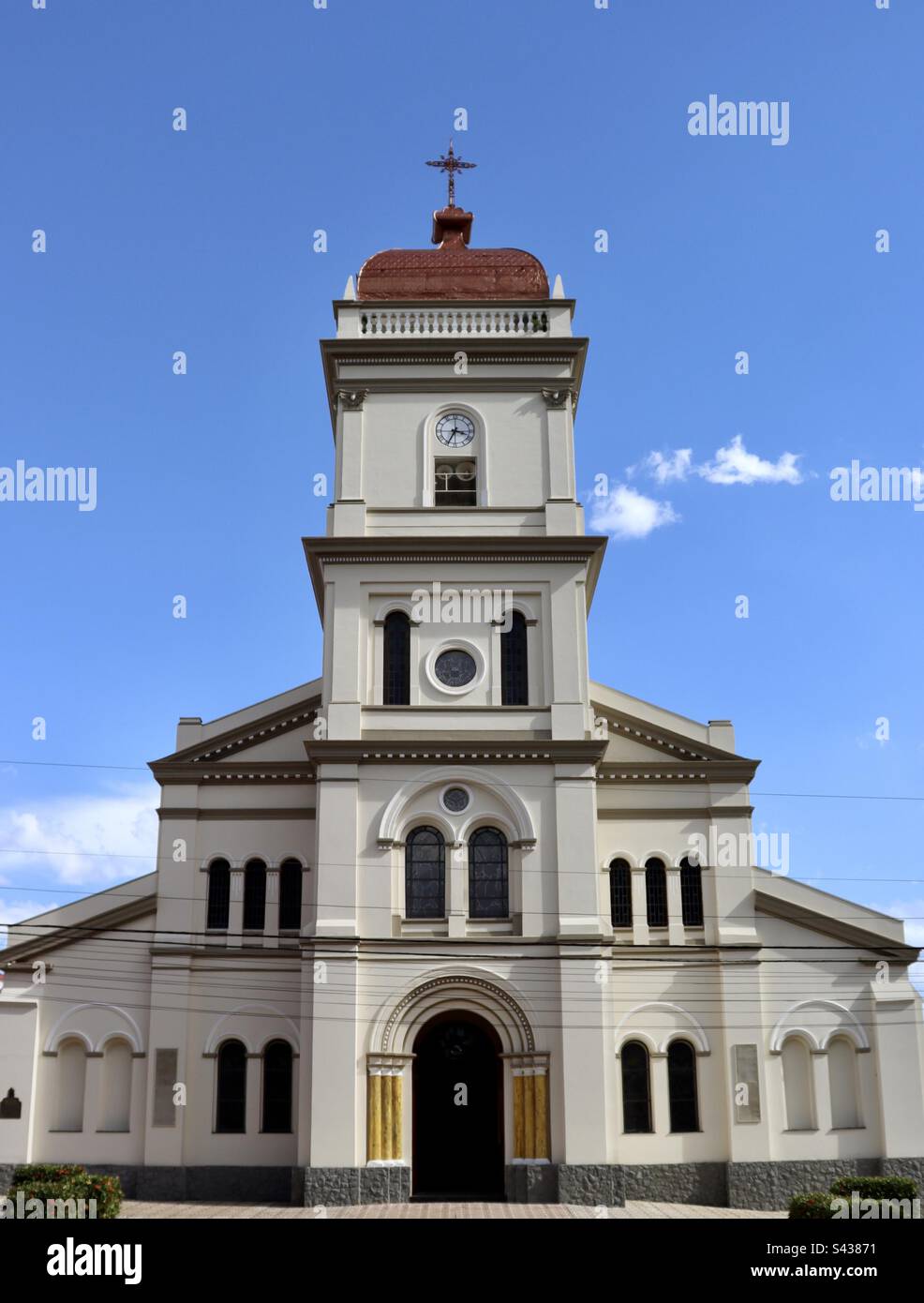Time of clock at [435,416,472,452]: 3:34
